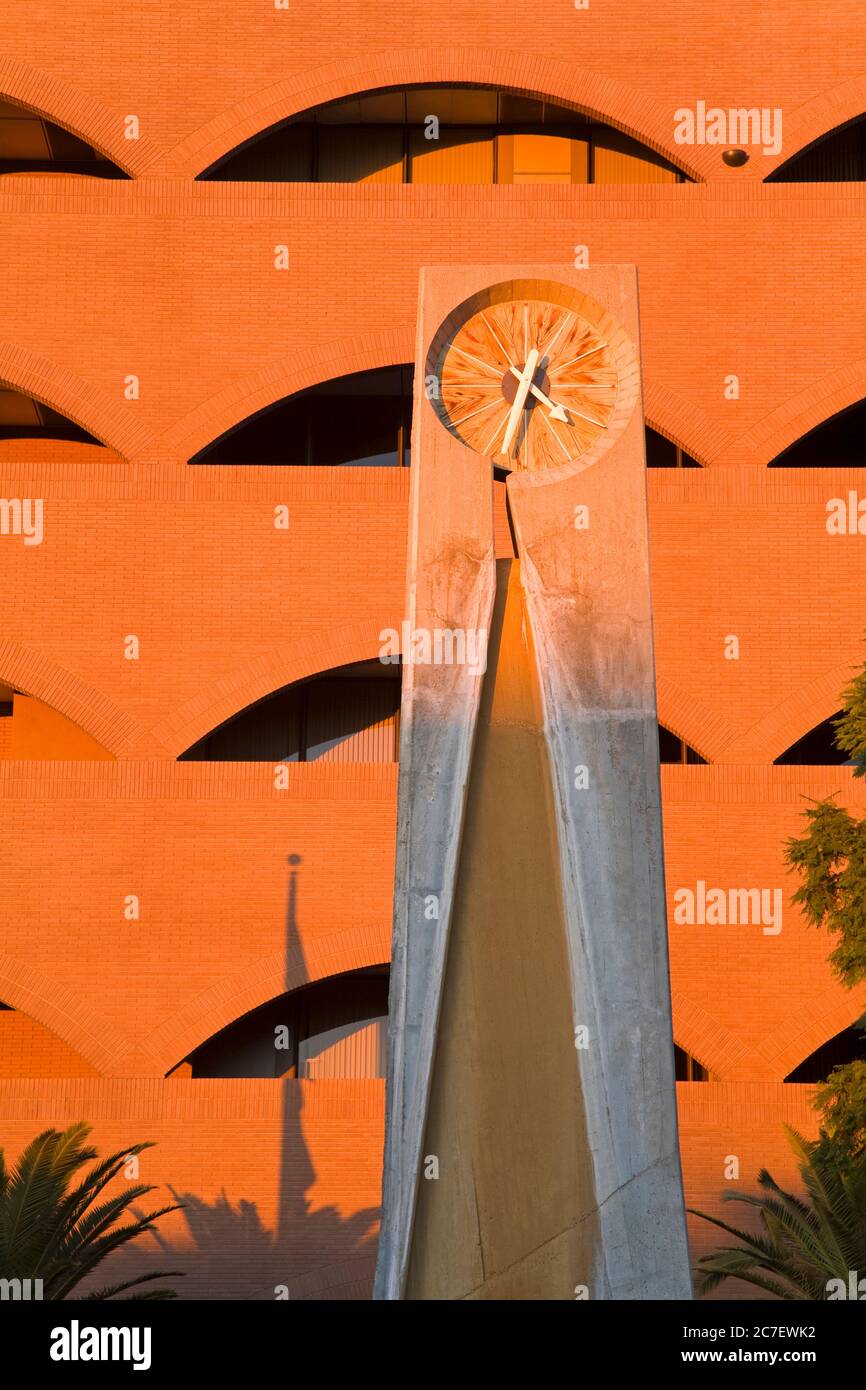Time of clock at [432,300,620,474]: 4:33
